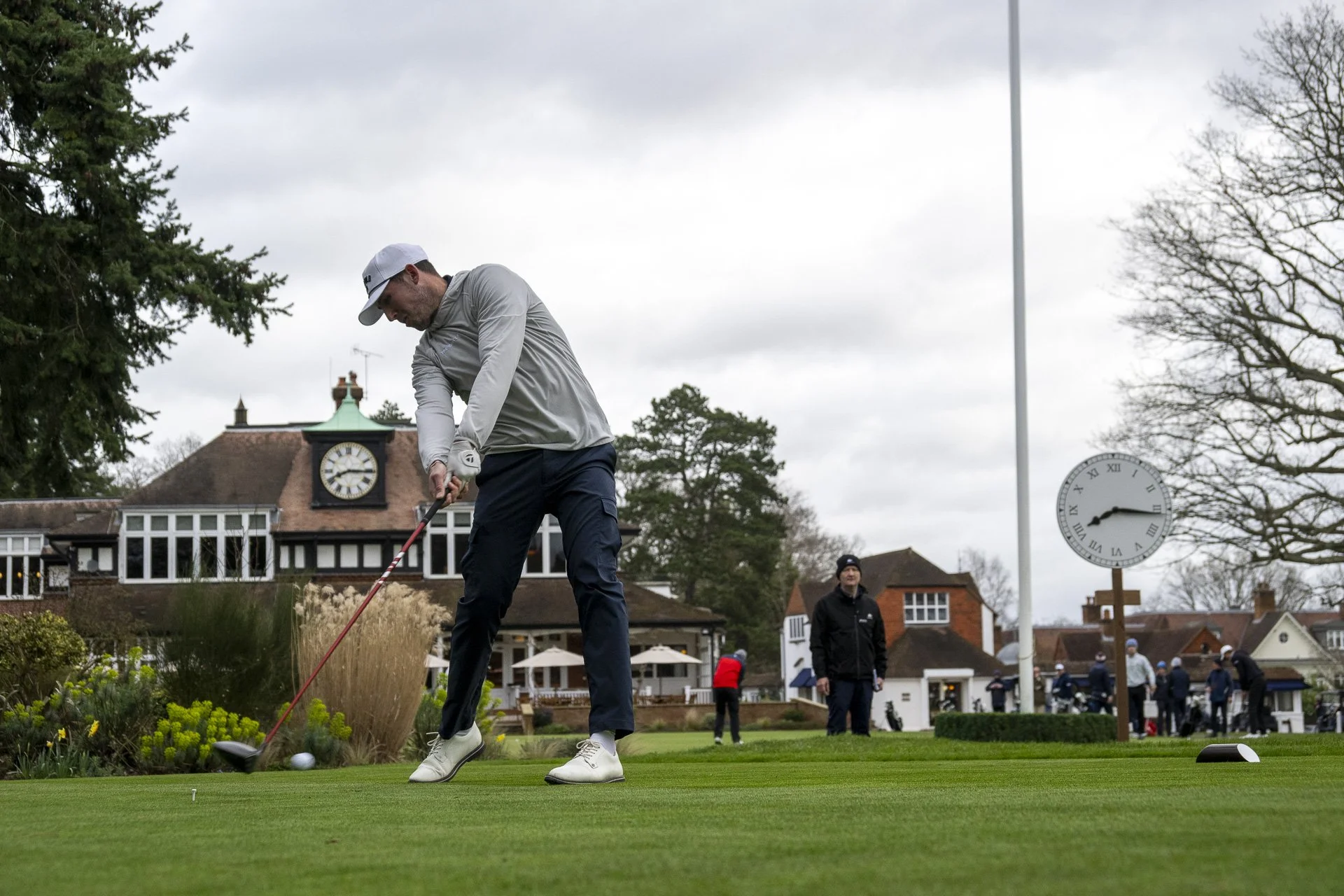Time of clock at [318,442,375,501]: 8:15
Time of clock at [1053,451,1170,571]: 8:16
